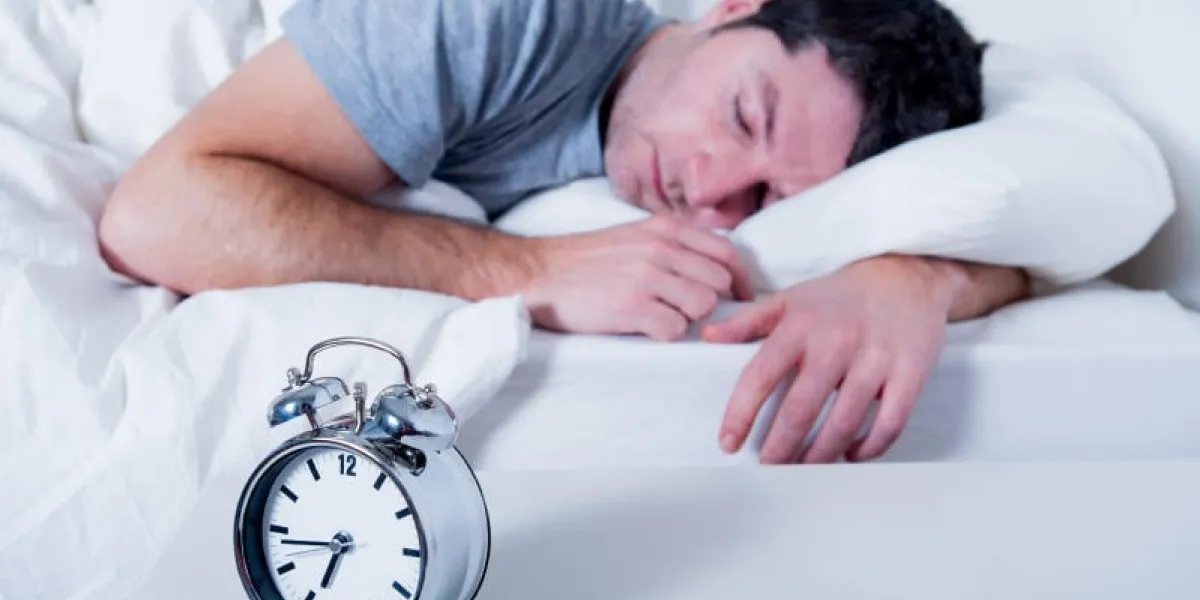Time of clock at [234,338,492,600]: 6:43
